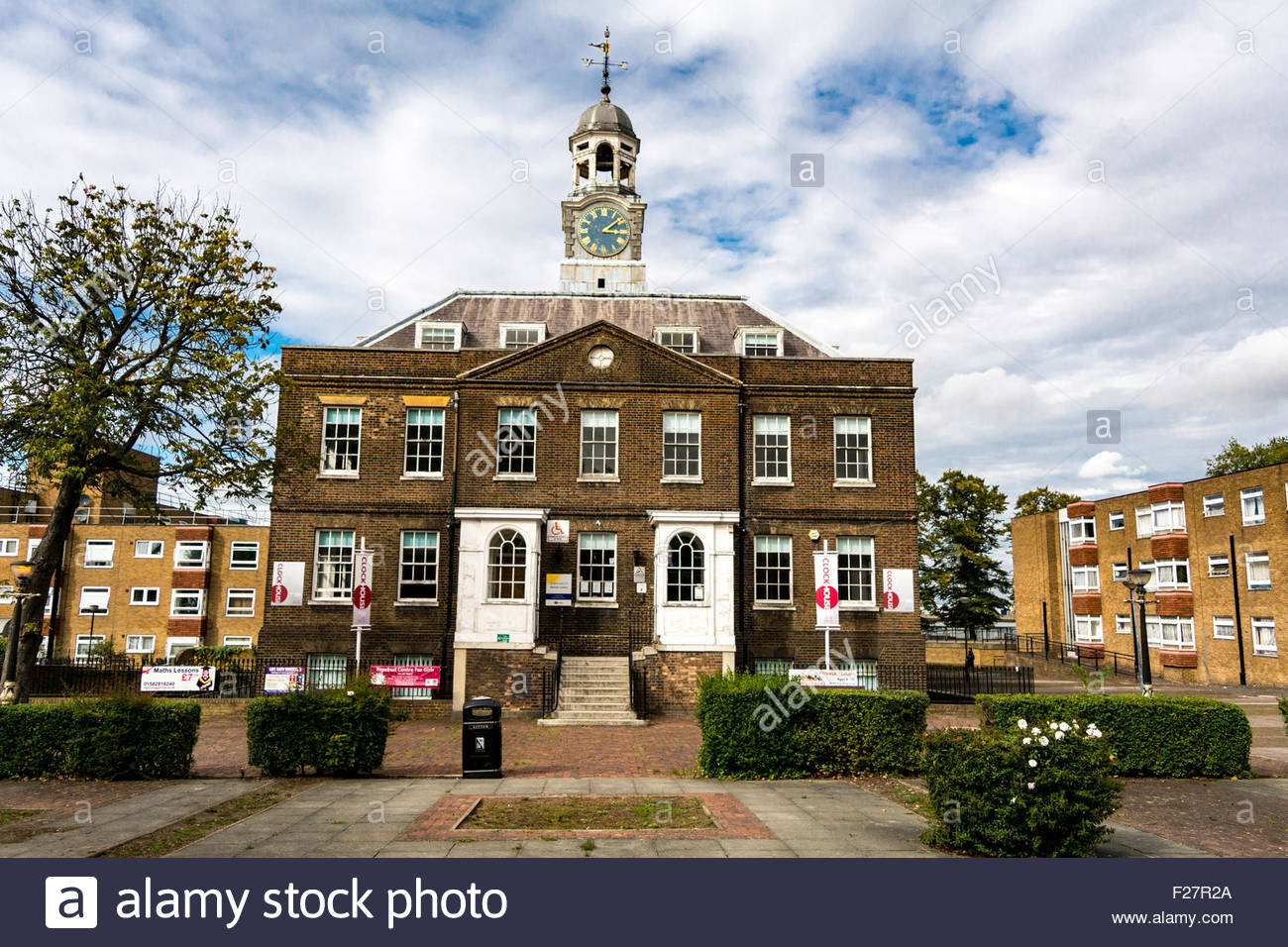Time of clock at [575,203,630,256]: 3:08
